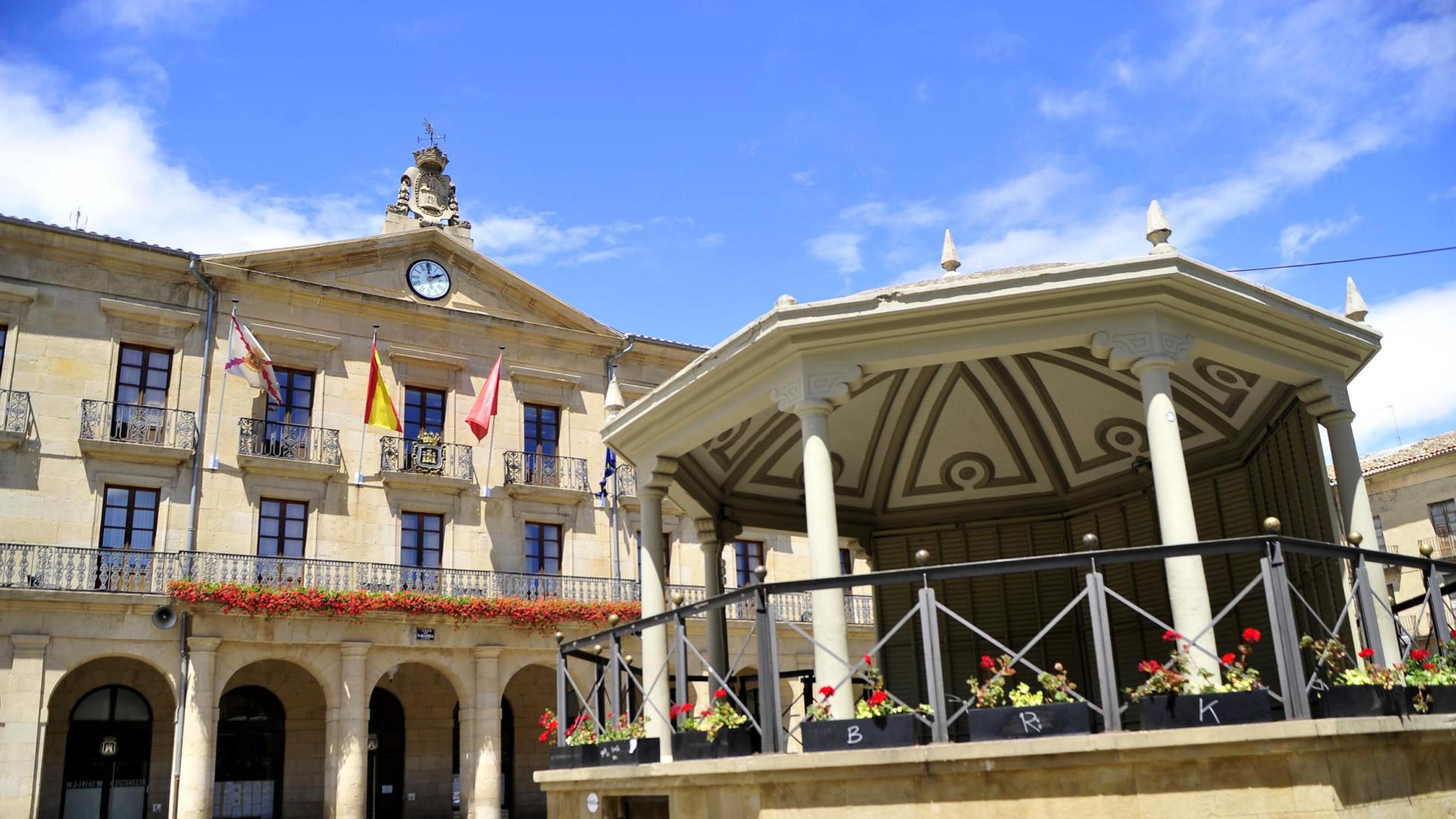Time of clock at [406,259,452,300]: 1:59
